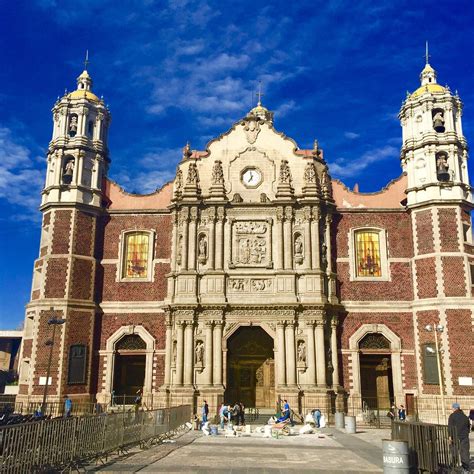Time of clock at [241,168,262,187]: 6:58
